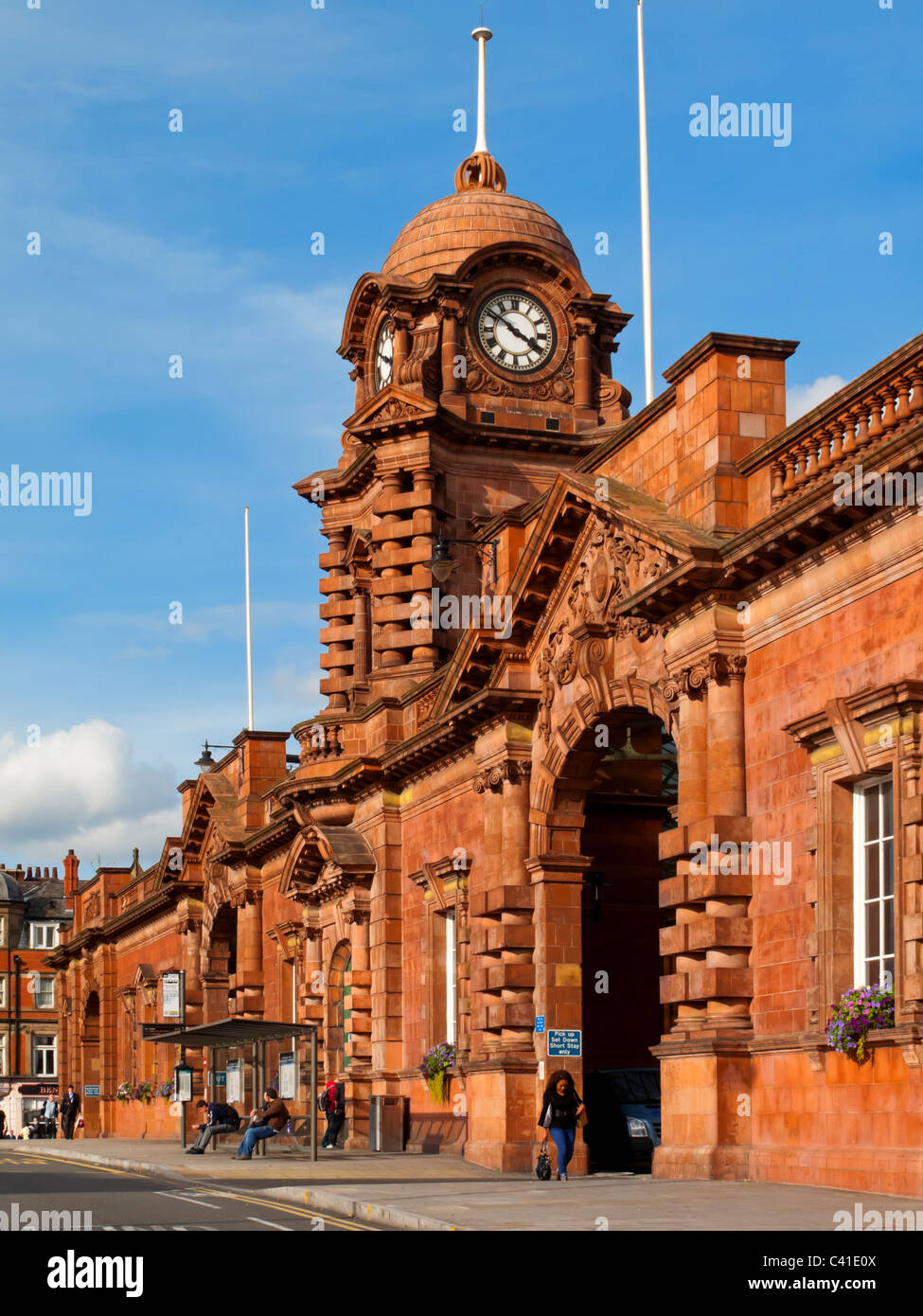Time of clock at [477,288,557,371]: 3:50
